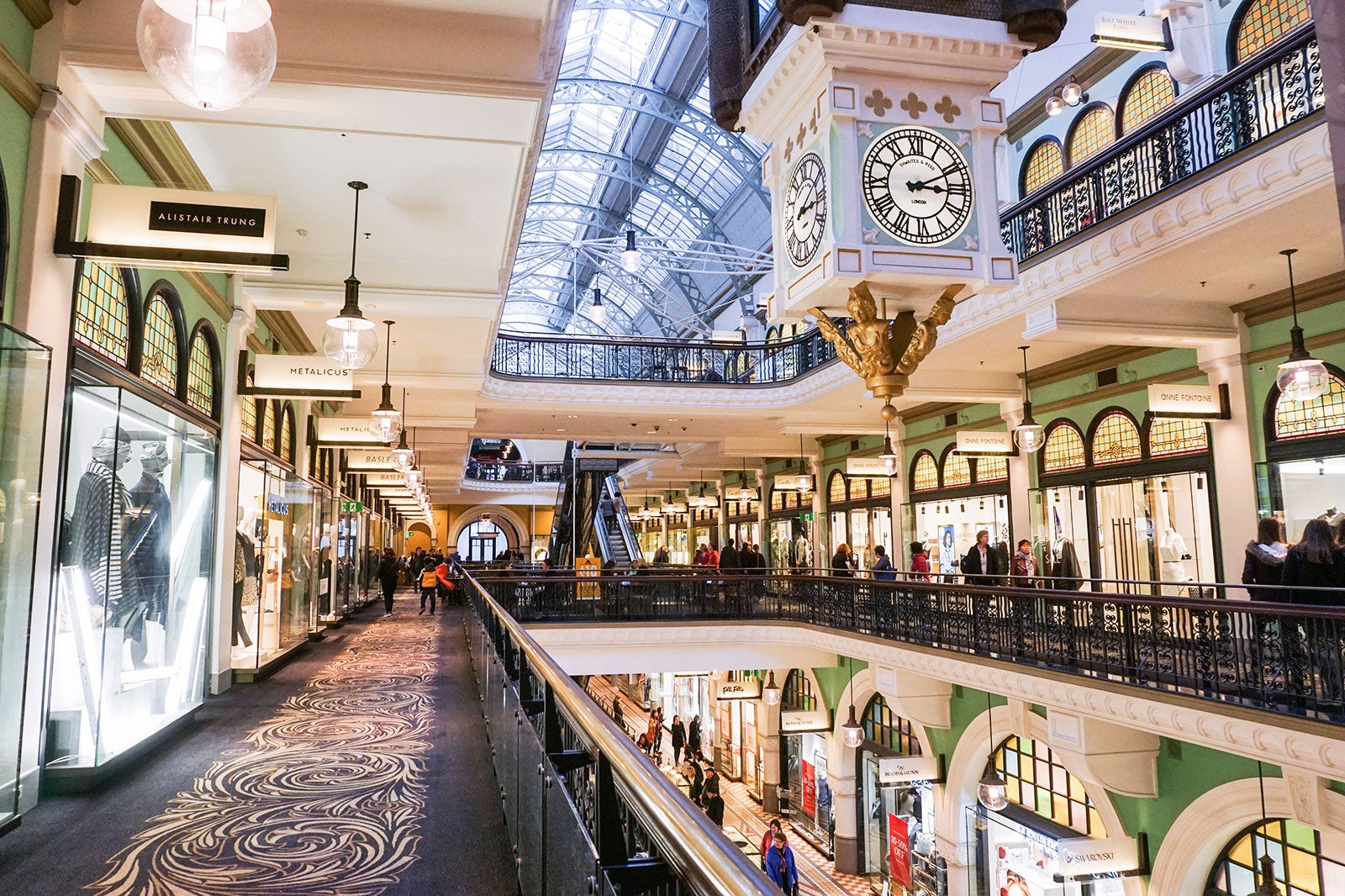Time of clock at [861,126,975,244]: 3:10
